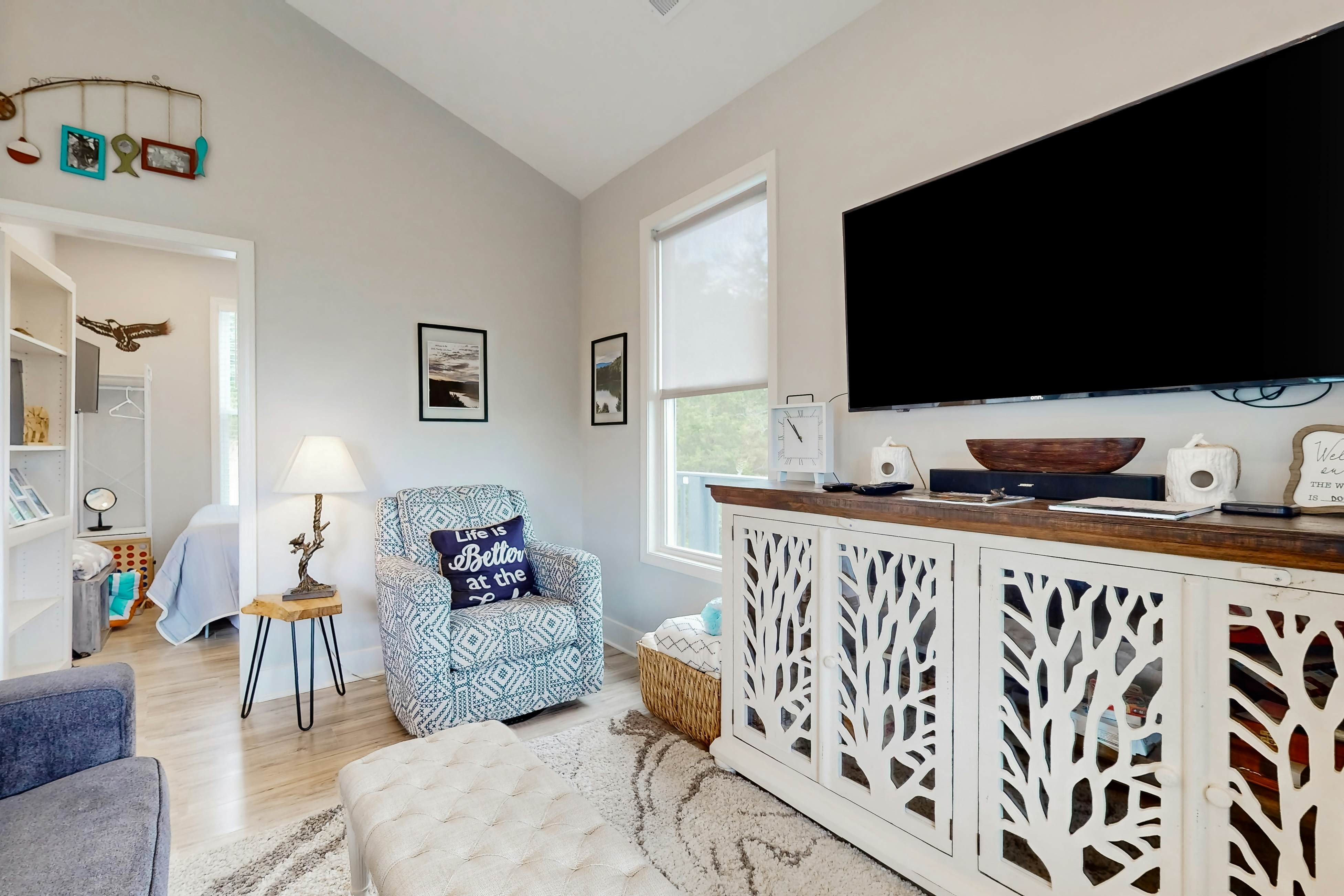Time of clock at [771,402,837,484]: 10:53
